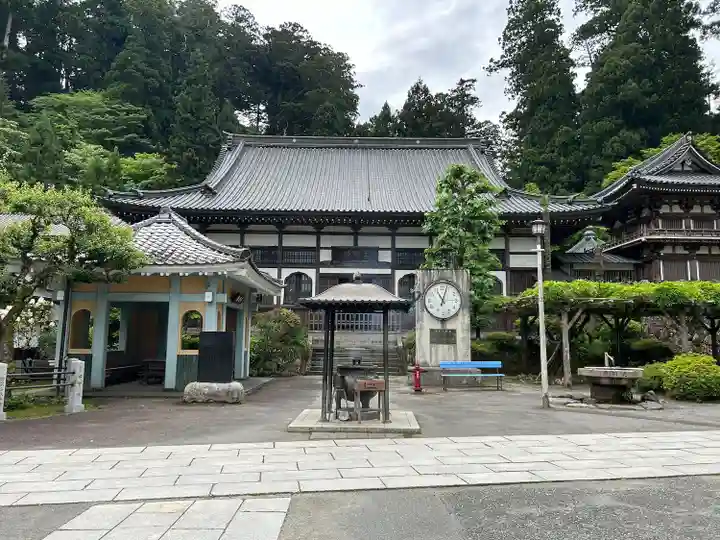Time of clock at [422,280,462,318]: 11:03
